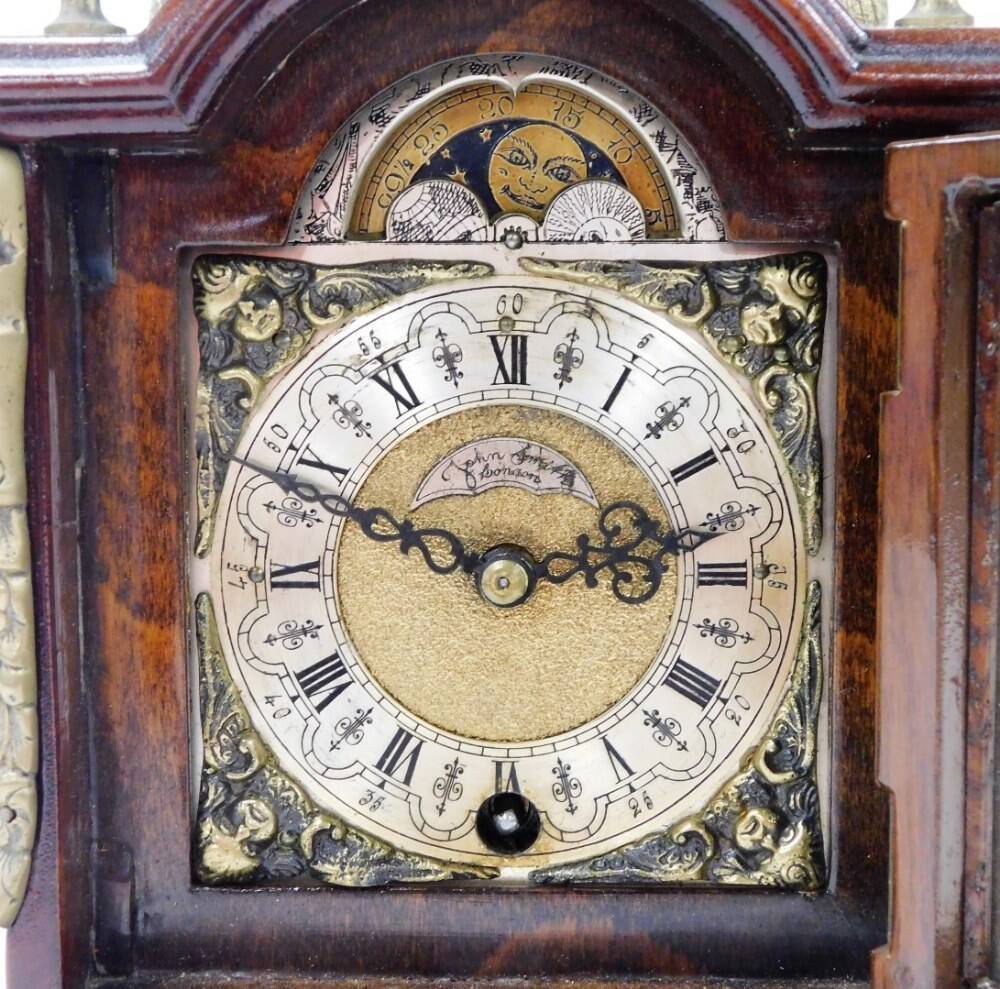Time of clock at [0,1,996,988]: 2:48
